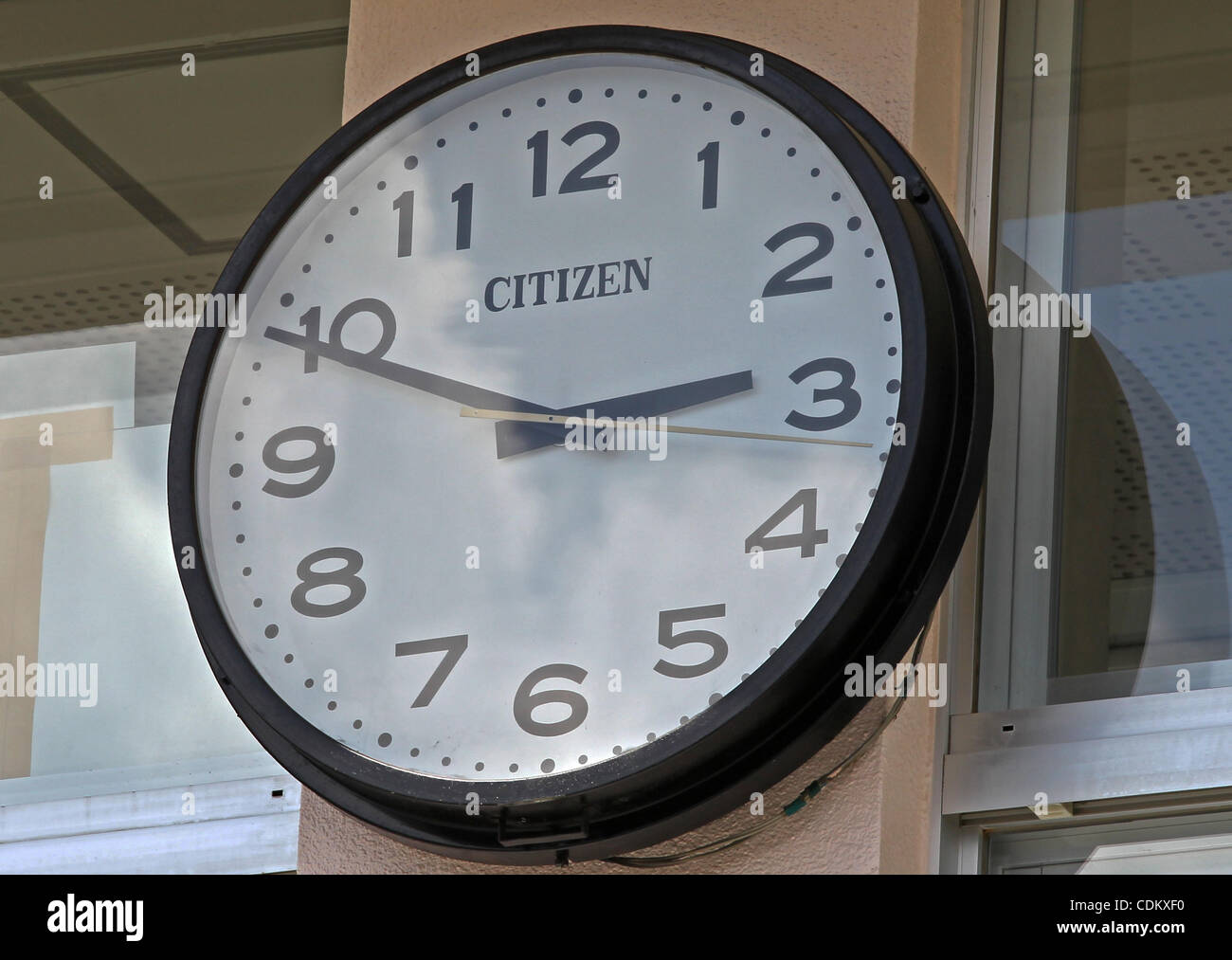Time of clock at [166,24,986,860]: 2:48
